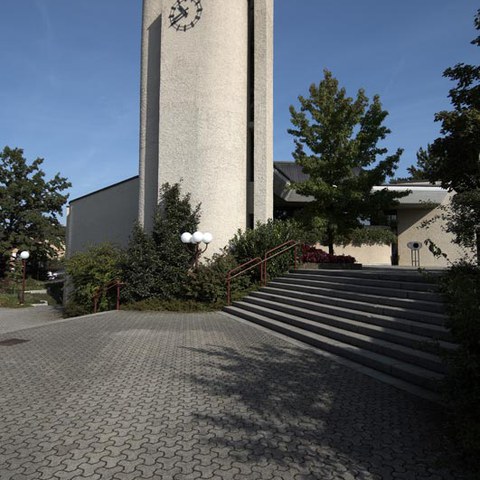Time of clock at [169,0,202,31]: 10:39
